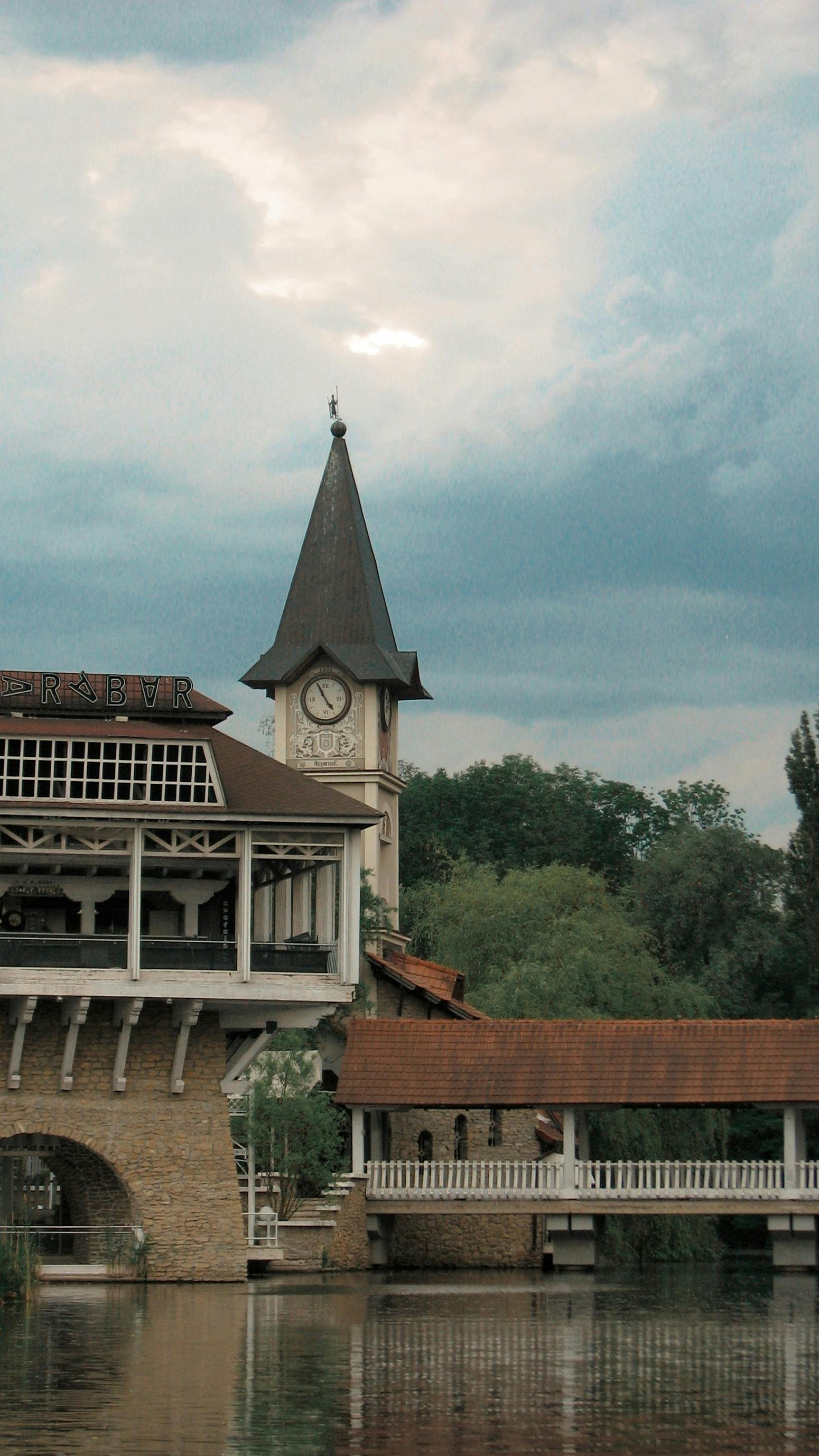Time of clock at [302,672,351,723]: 4:55
